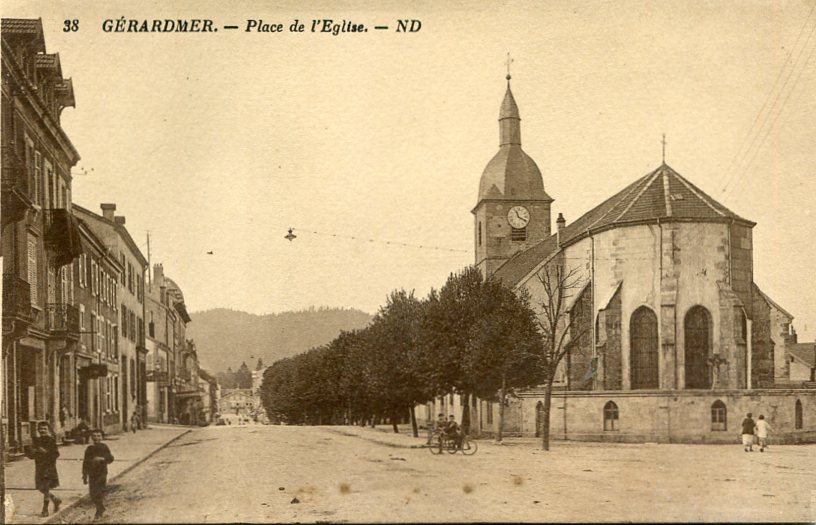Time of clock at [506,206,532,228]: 11:19
